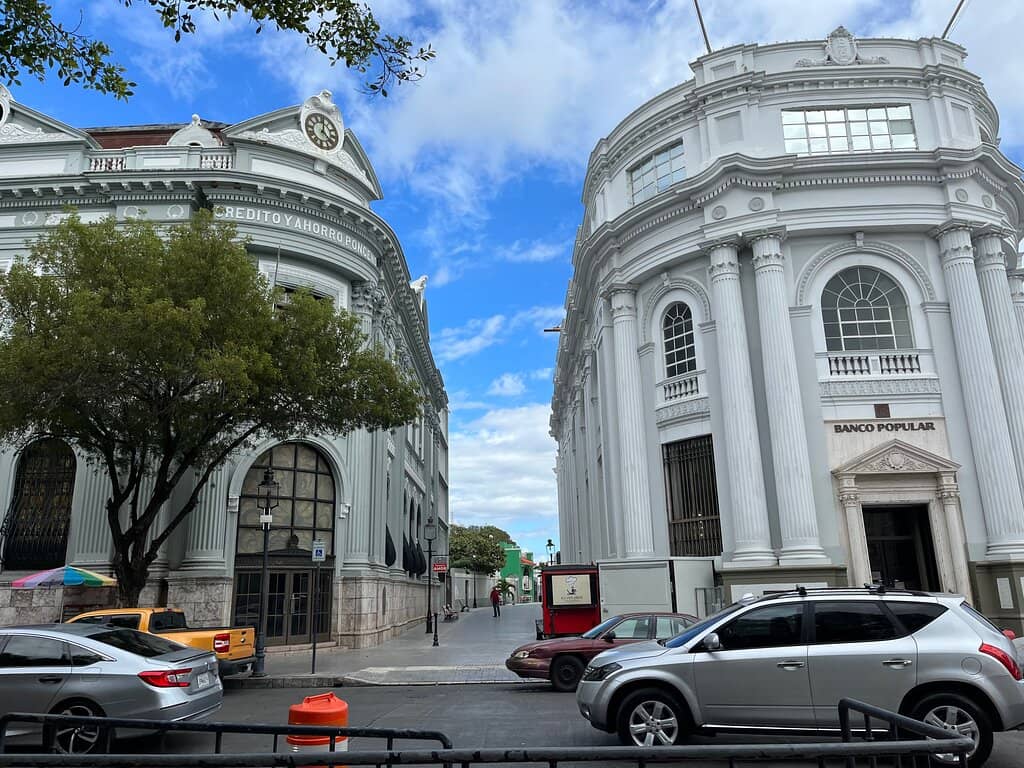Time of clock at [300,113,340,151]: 4:01
